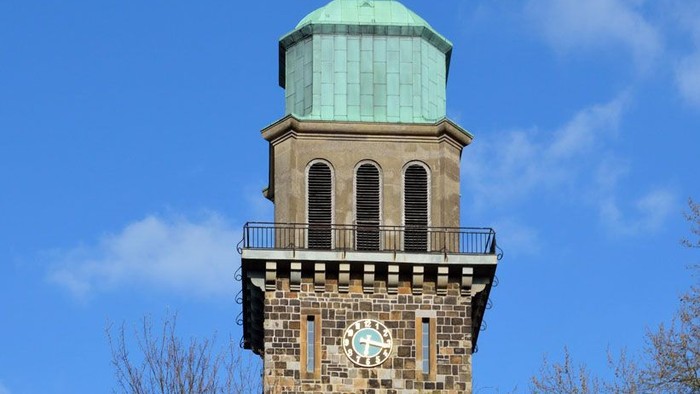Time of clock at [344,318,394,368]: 6:17
